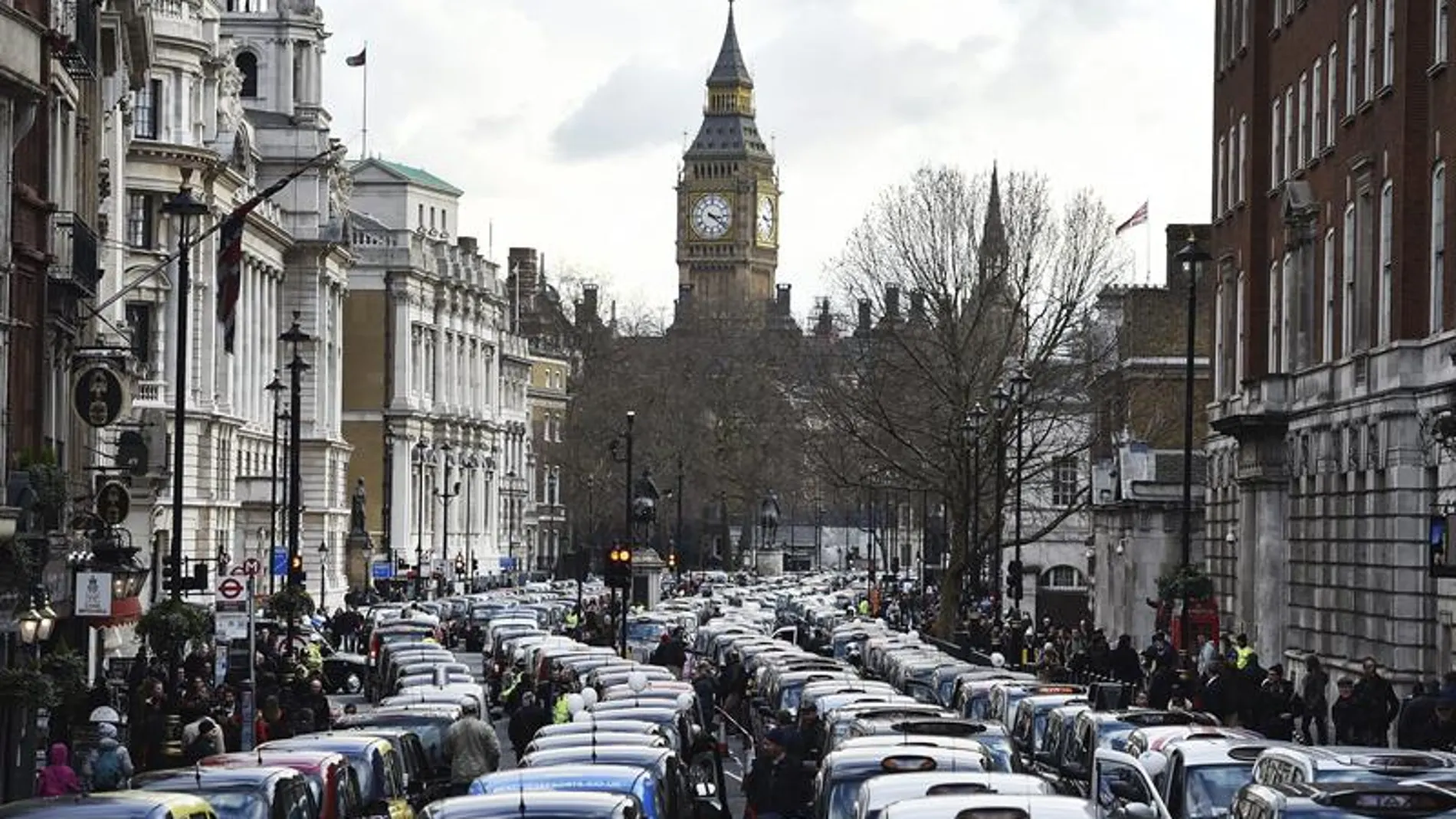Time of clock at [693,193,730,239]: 3:21
